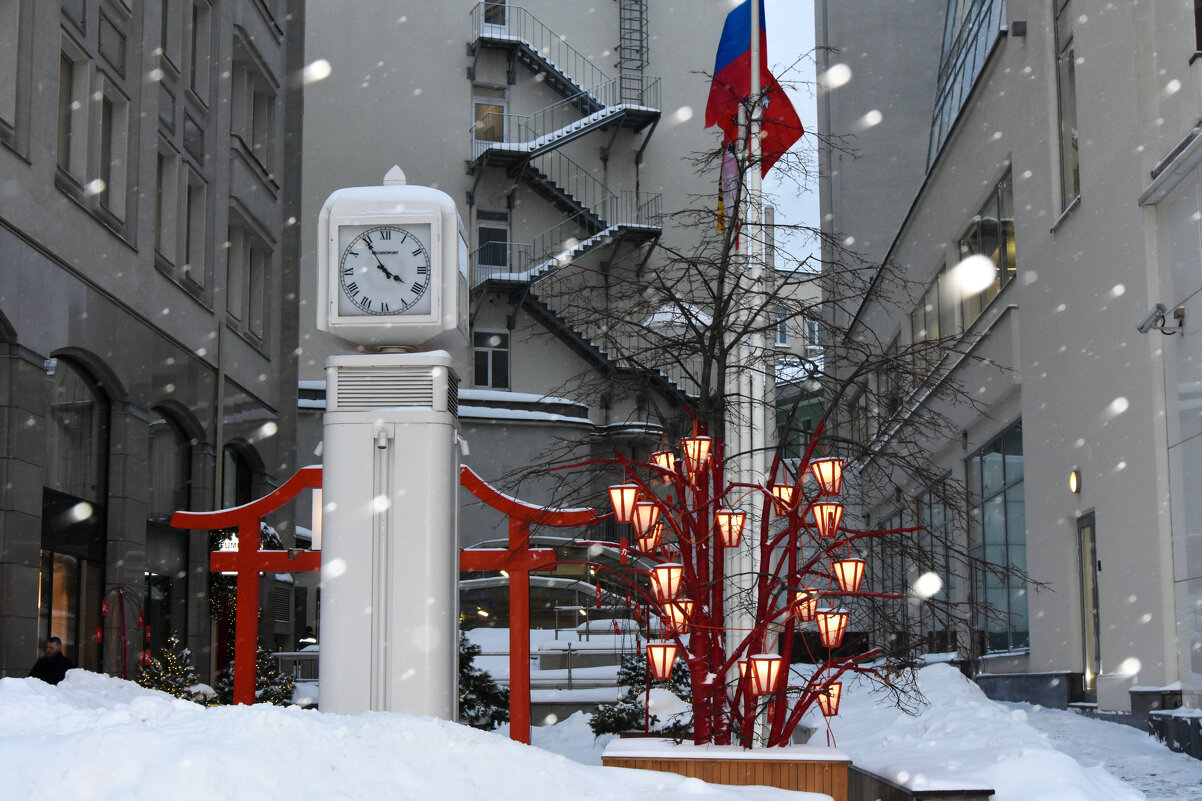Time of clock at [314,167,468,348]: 3:54
